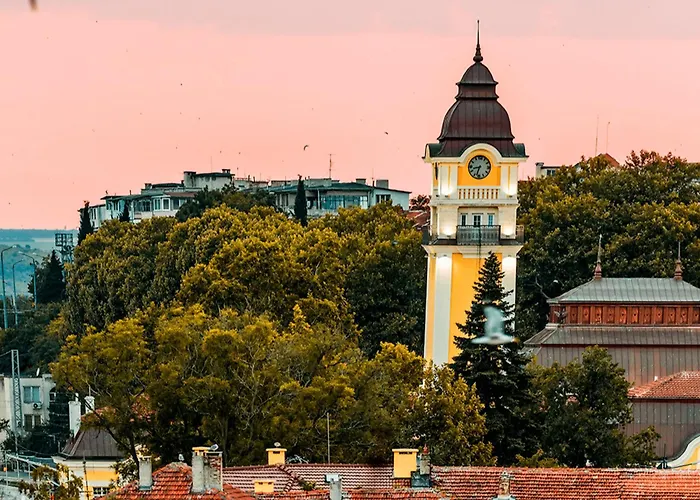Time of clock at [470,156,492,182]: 8:32
